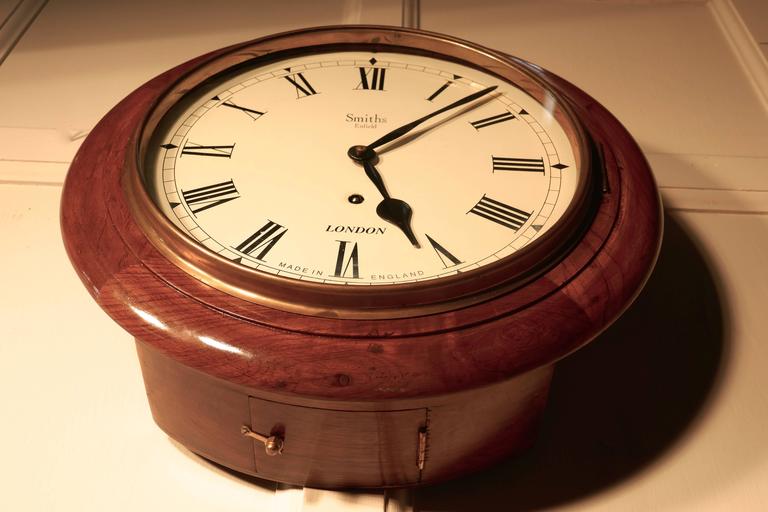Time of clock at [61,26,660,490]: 5:07
